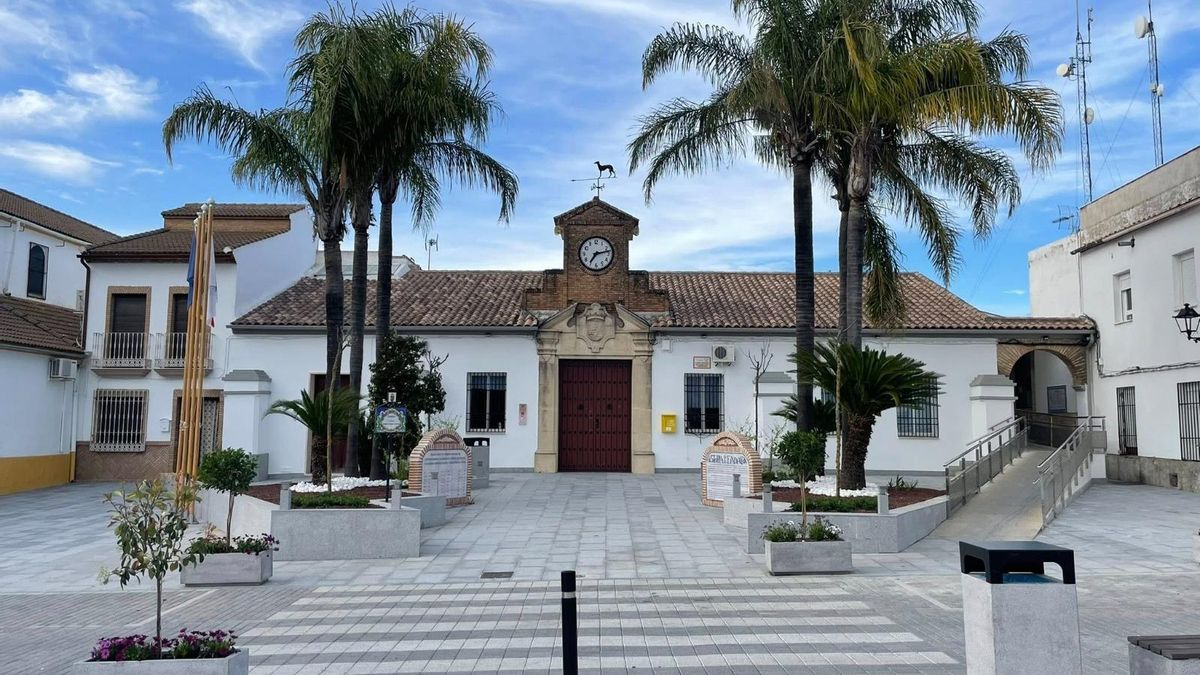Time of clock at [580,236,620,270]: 7:13
